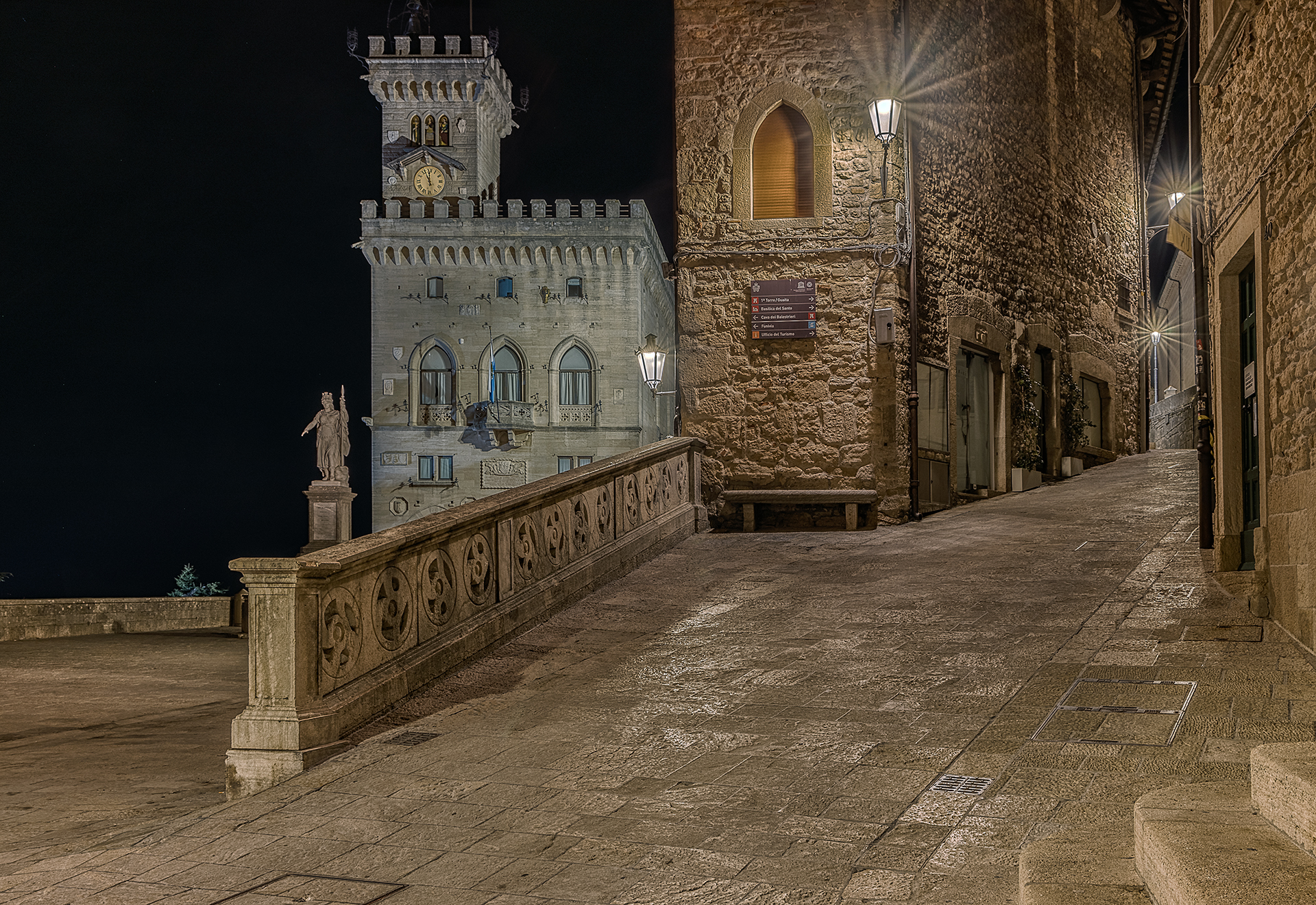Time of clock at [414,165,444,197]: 11:56
